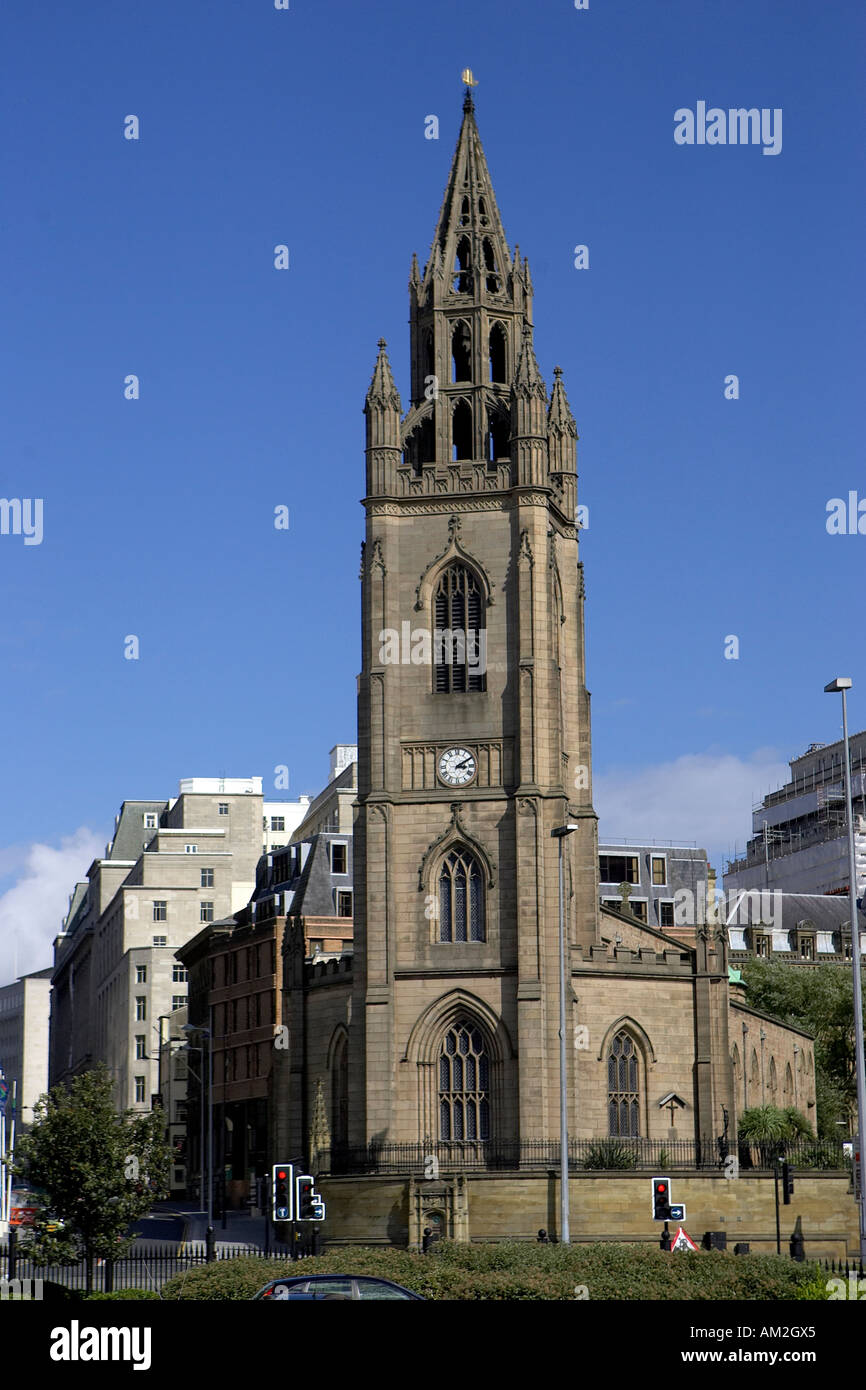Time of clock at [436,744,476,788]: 3:09
